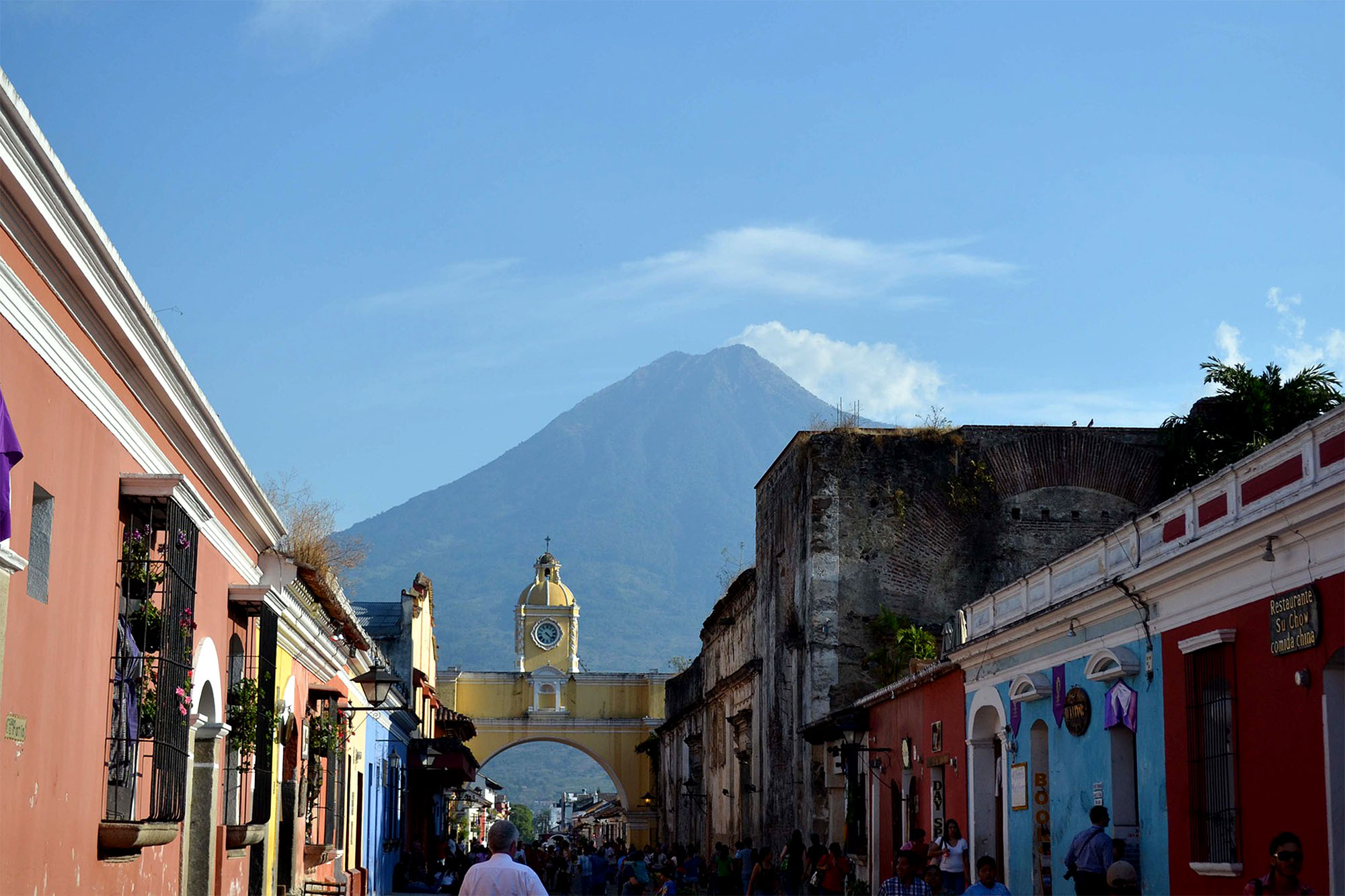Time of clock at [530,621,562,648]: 4:21
